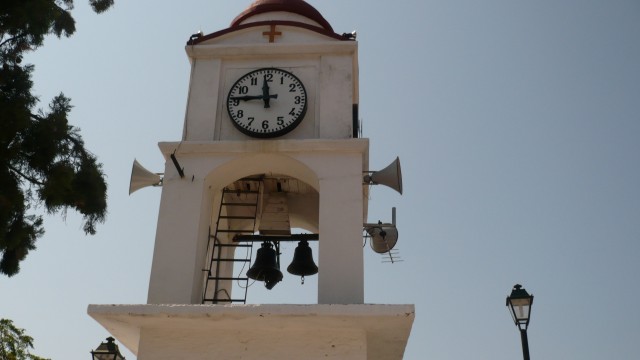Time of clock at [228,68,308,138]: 11:45
